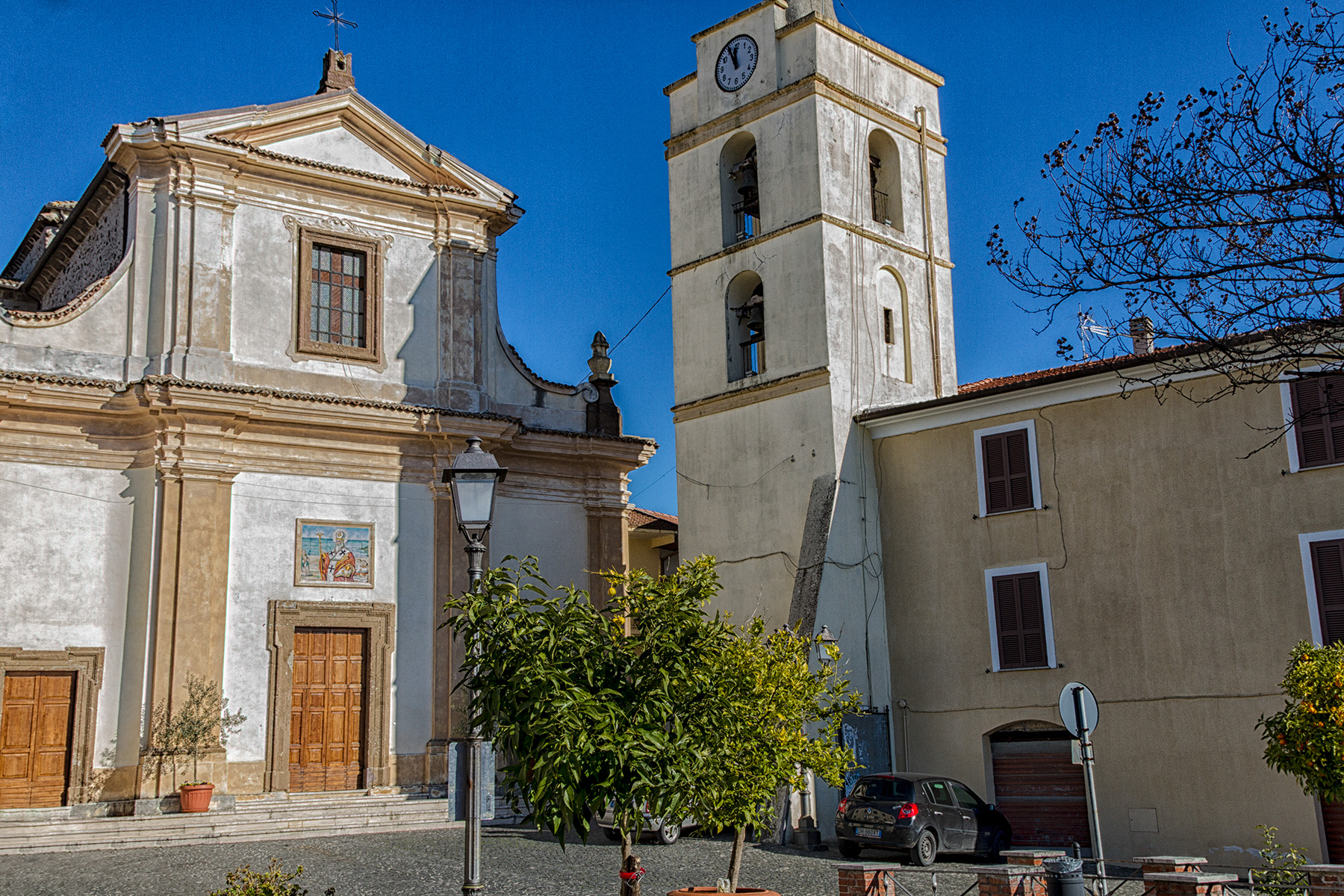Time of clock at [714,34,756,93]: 11:55
